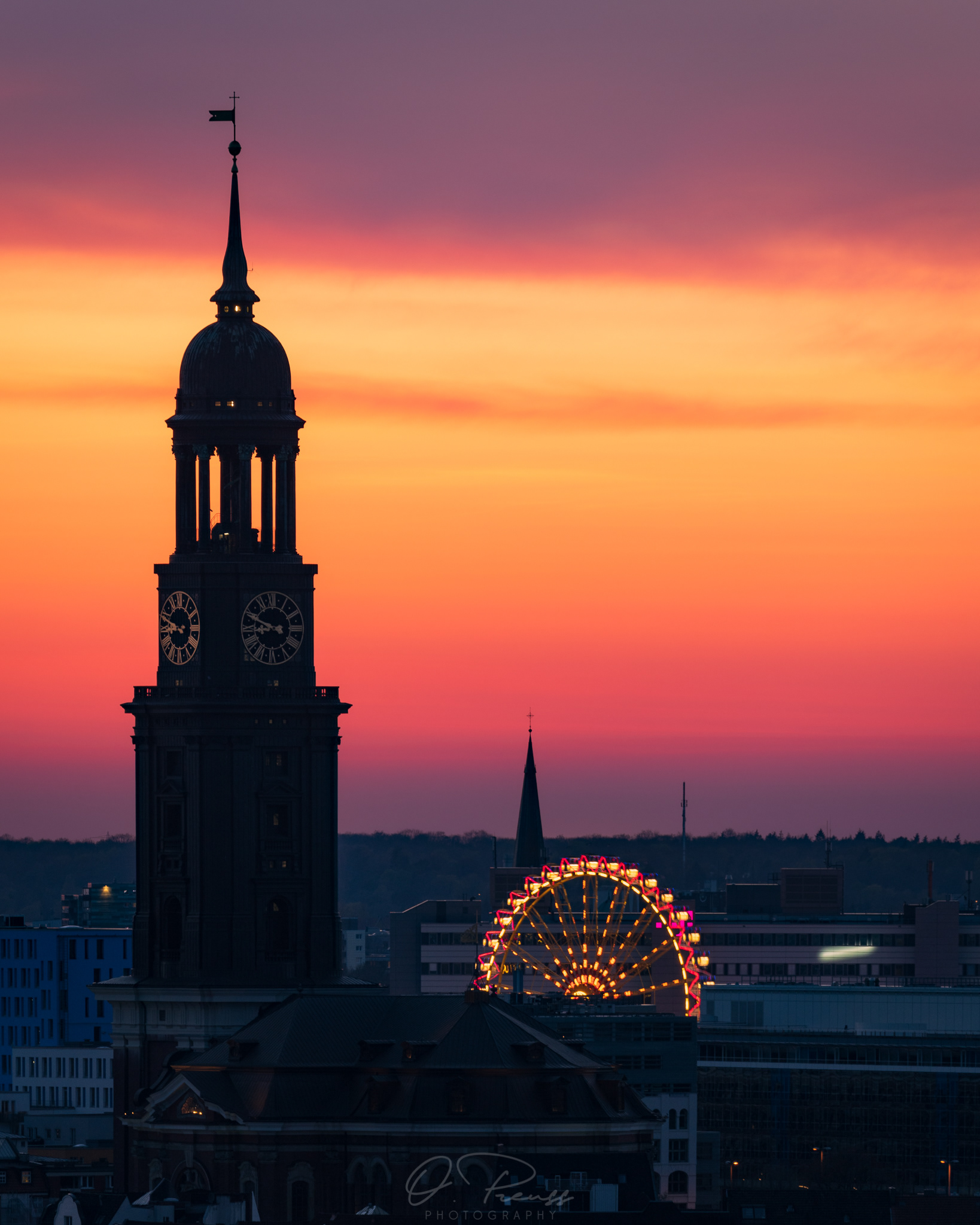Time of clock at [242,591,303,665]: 8:48
